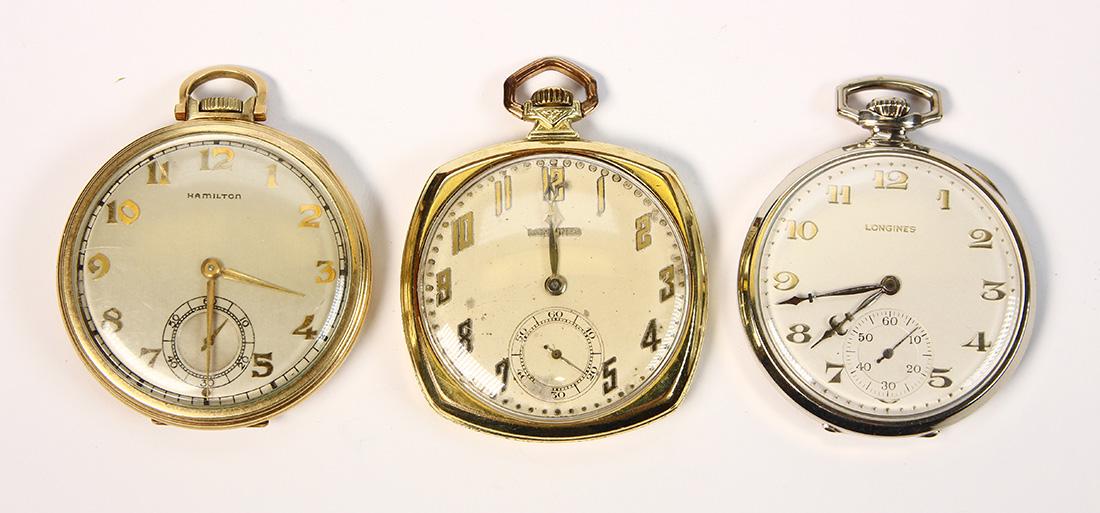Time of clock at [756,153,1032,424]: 7:43
